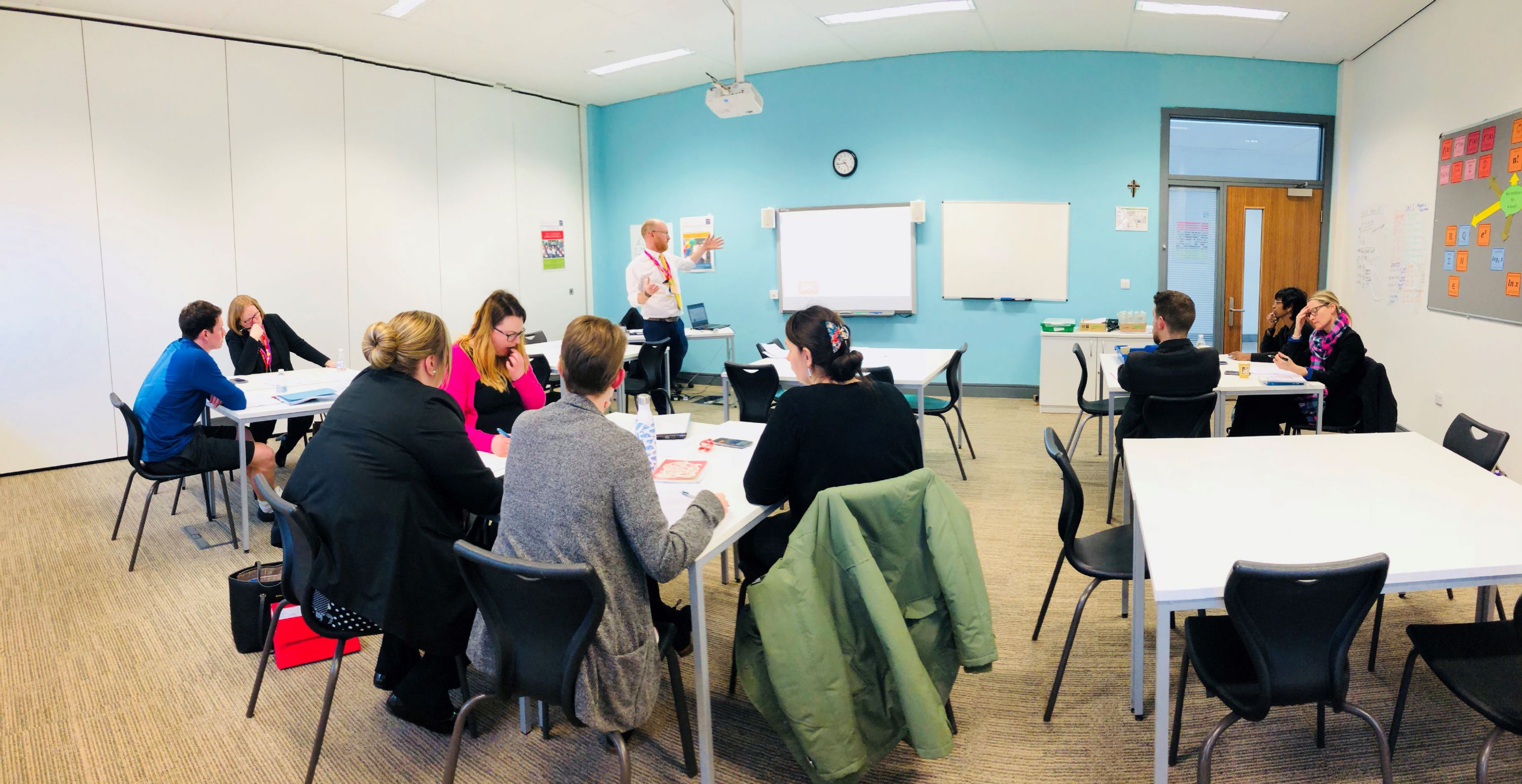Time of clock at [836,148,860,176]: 4:43
